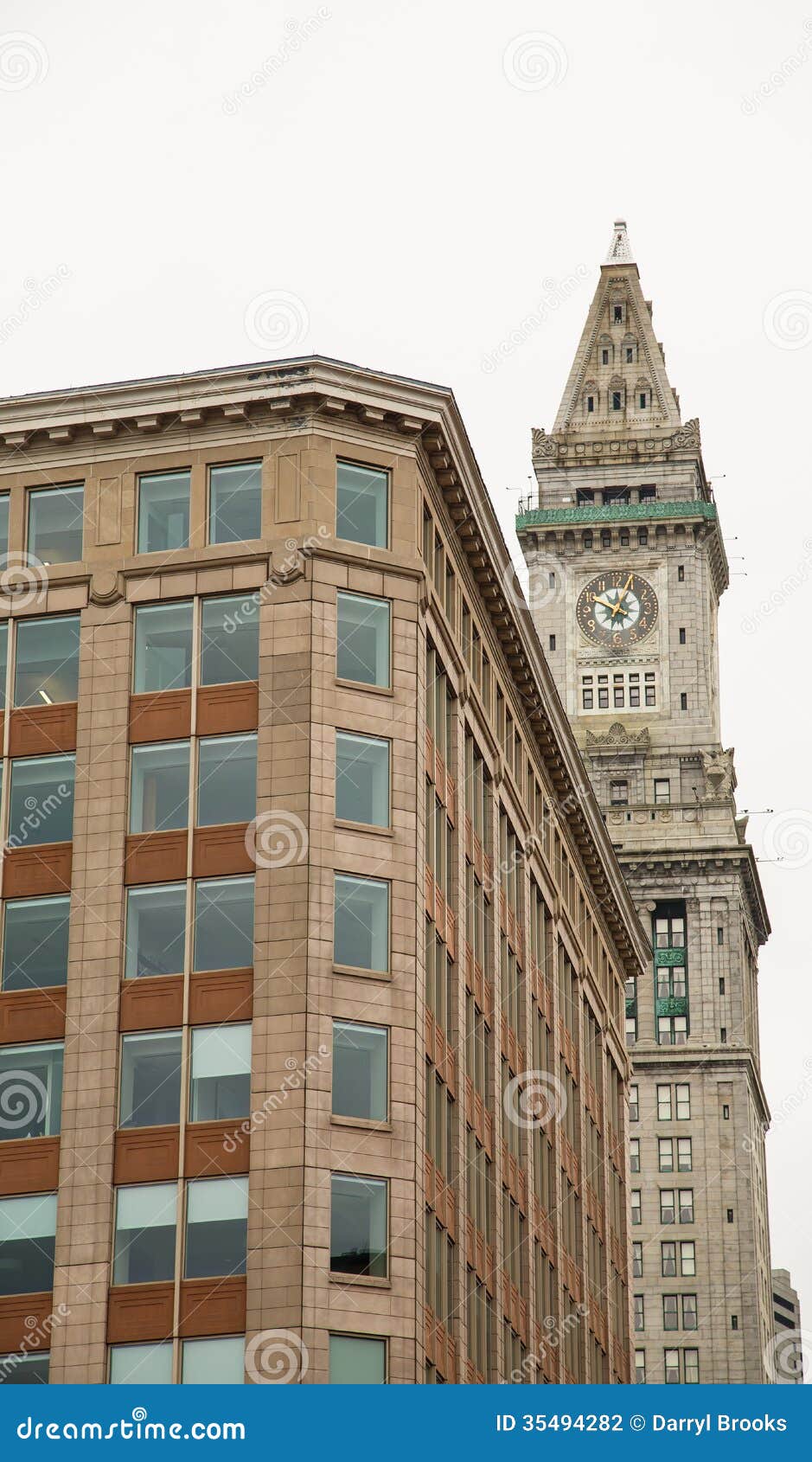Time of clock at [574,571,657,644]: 12:49
